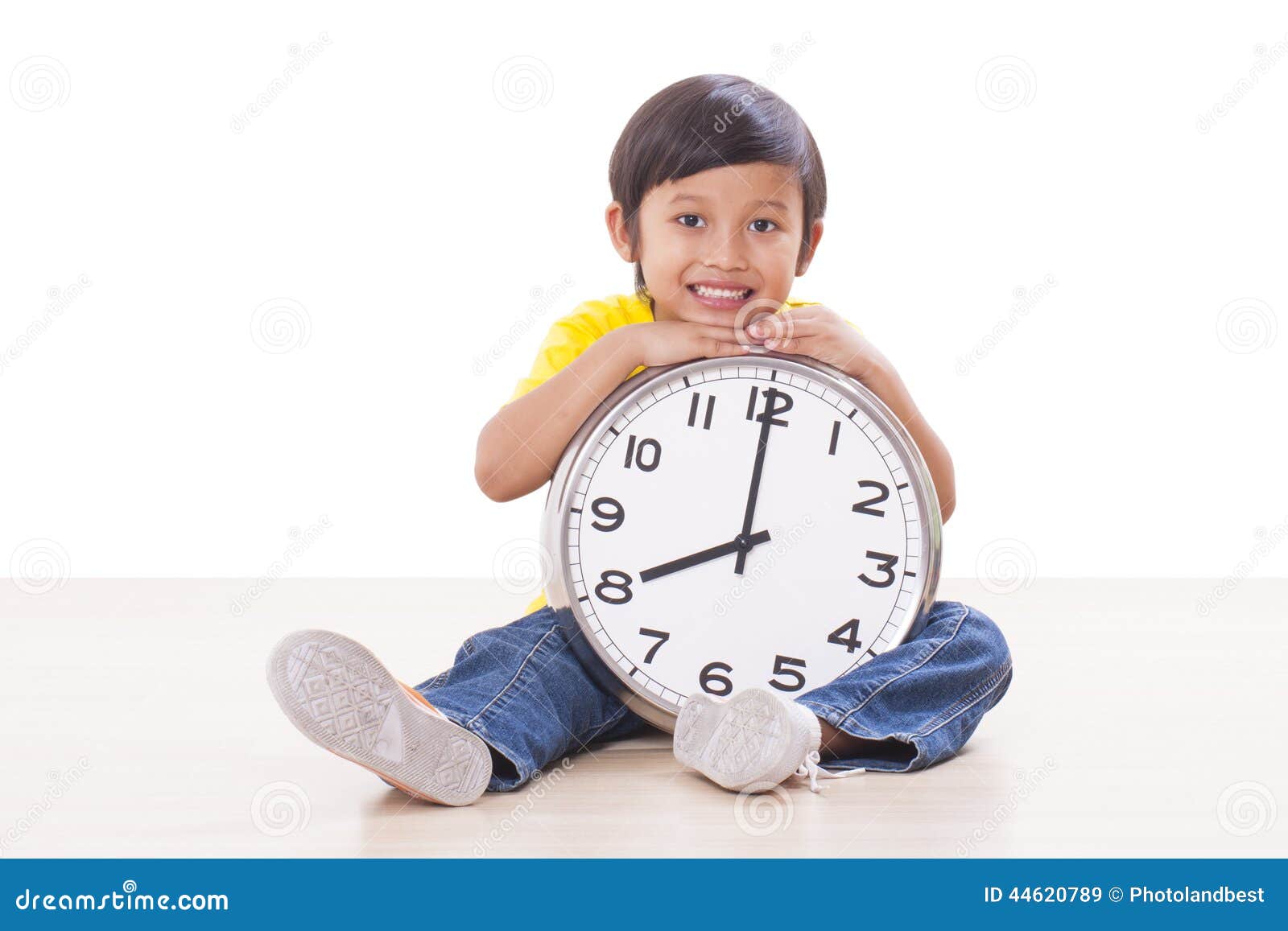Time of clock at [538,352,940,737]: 7:59
